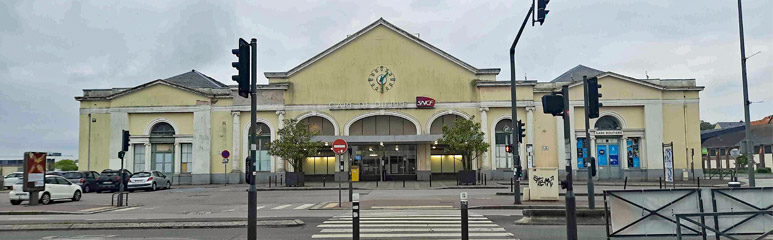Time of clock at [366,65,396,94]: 1:30
